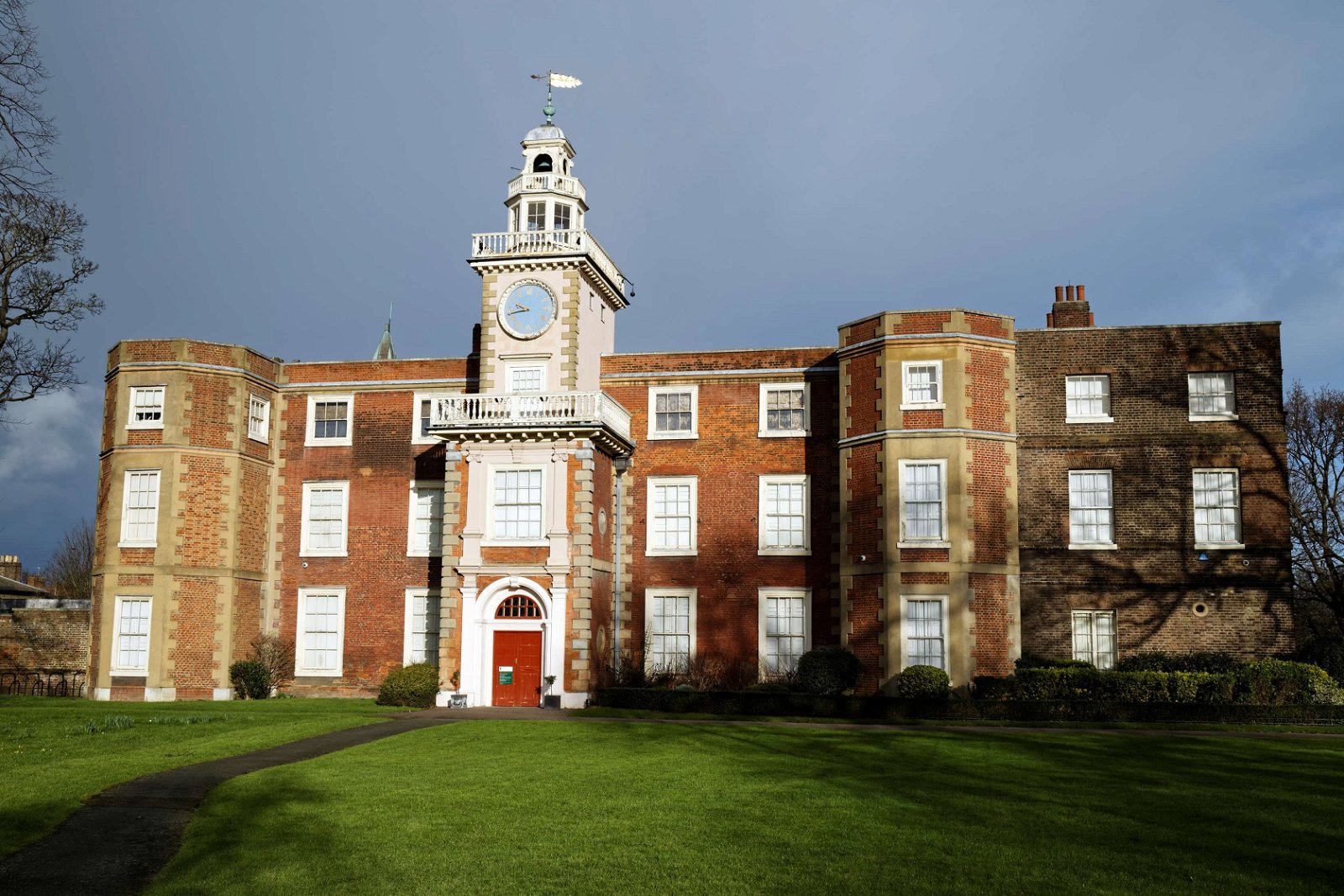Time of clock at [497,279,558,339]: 9:42
